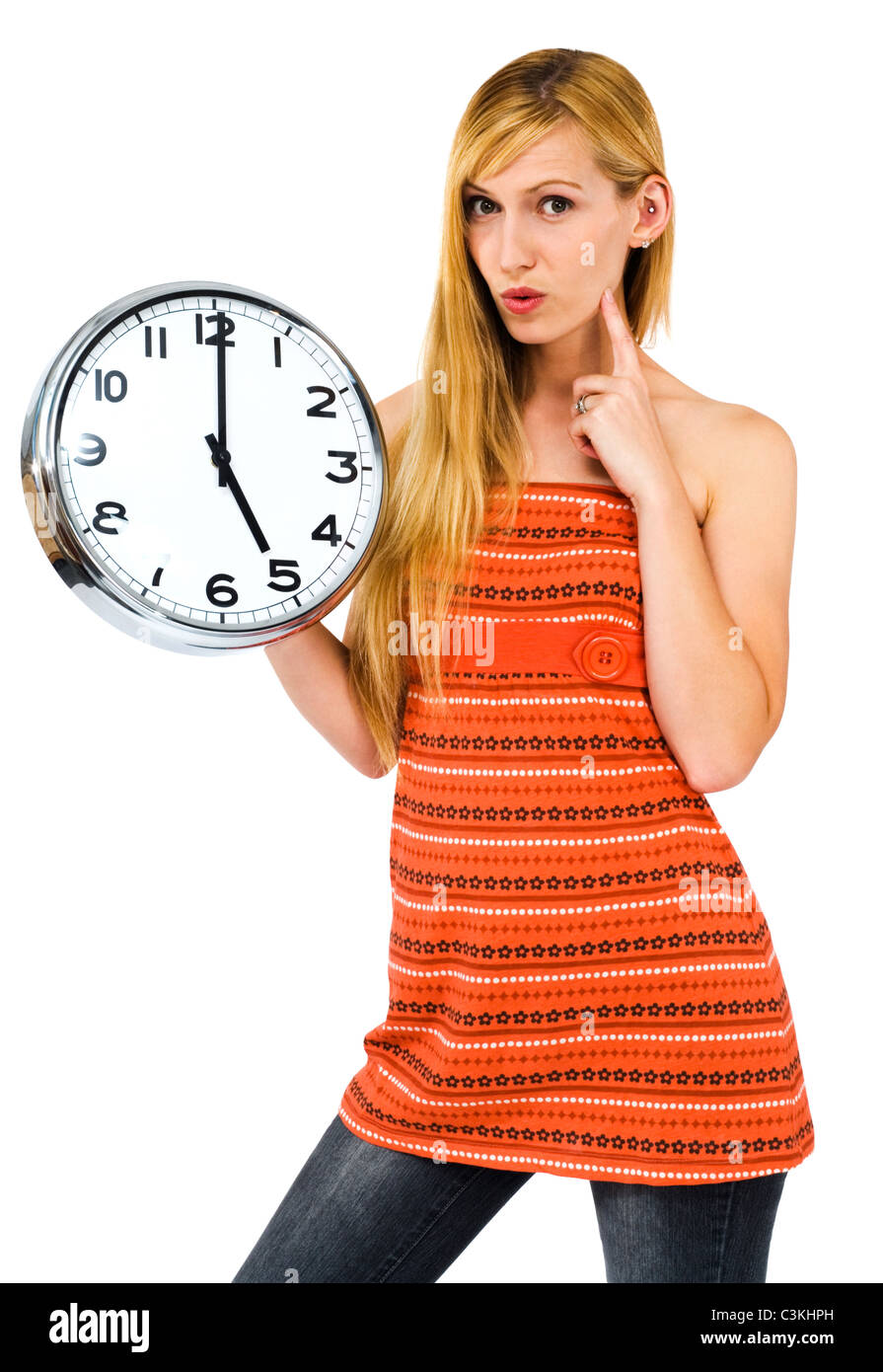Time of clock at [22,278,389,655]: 5:00
